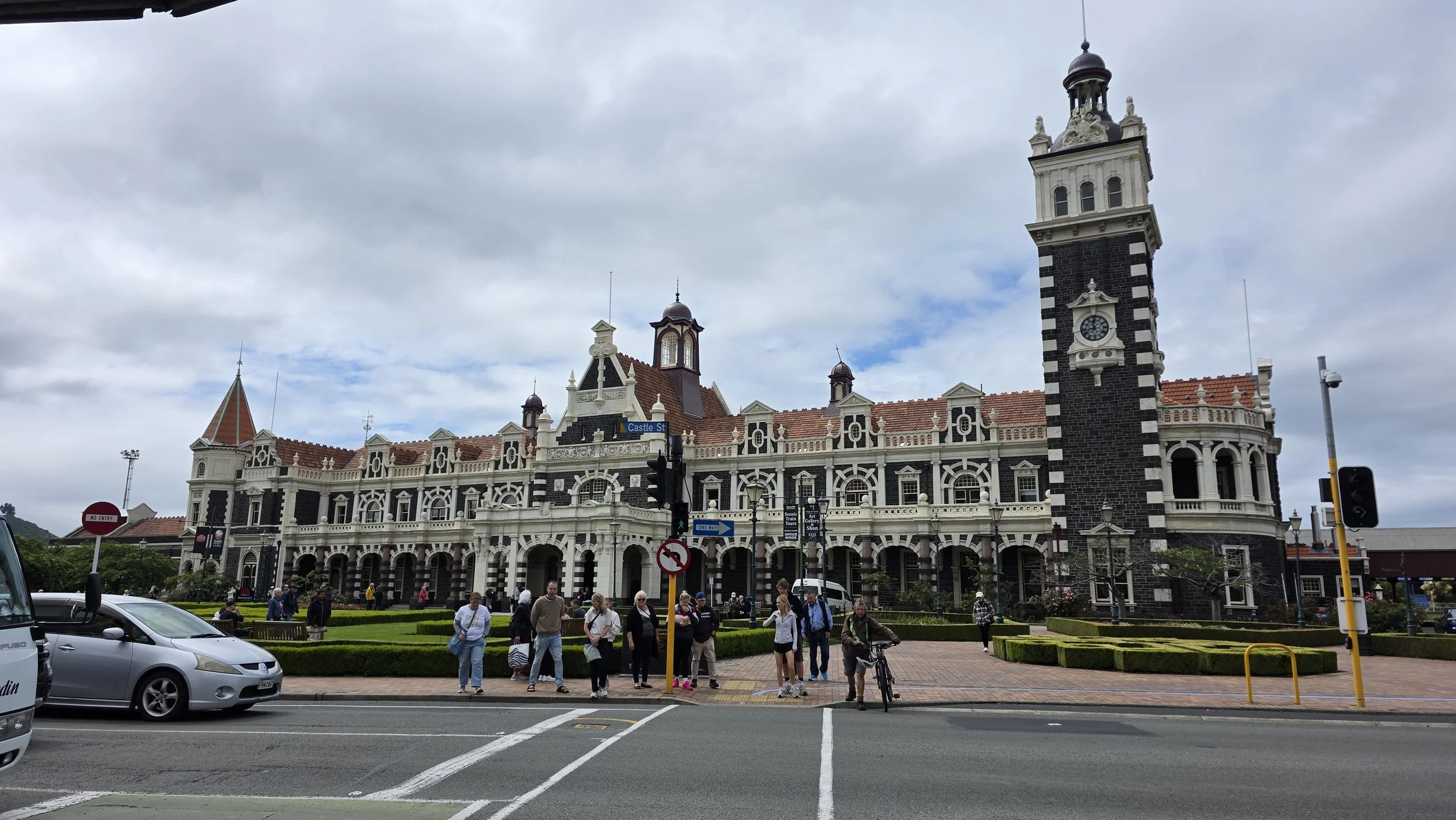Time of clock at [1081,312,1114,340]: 11:42
